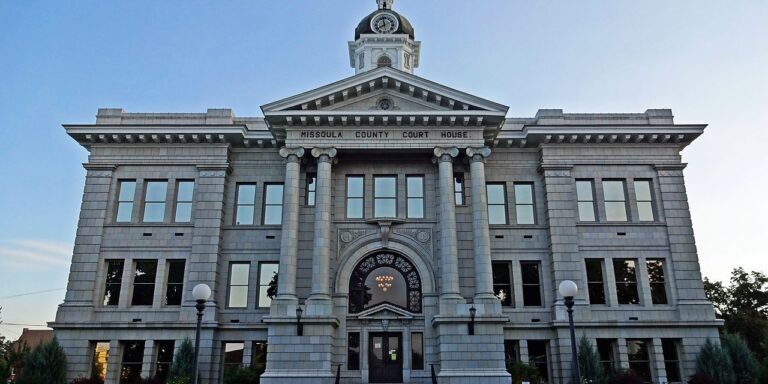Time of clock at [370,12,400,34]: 7:58
